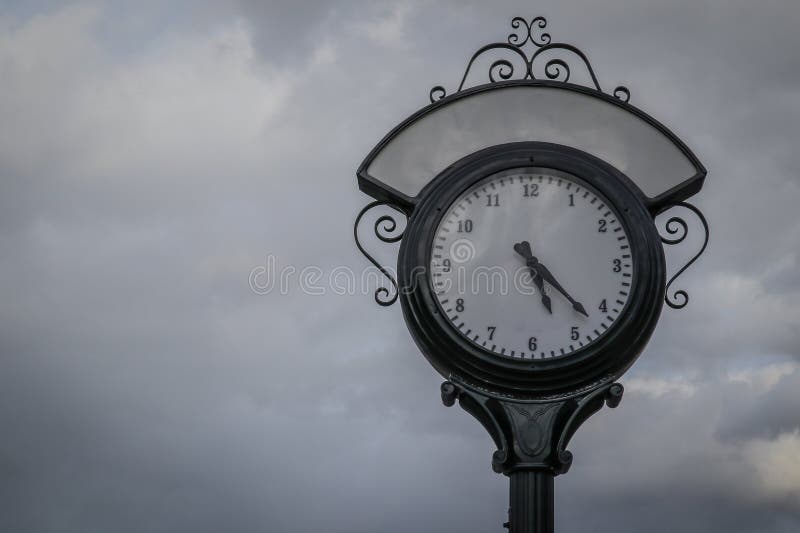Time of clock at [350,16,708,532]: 5:22
